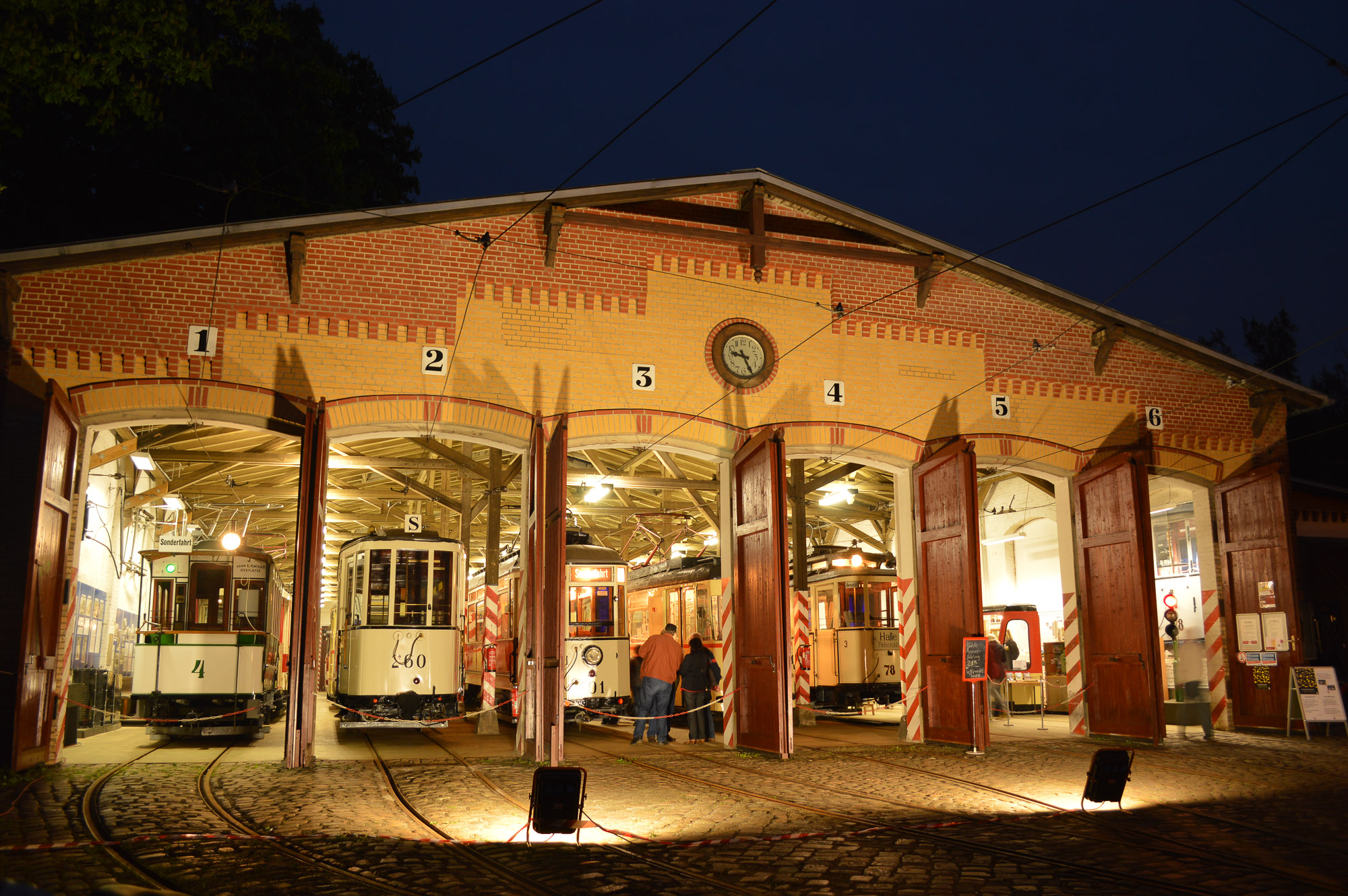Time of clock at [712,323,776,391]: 9:25
